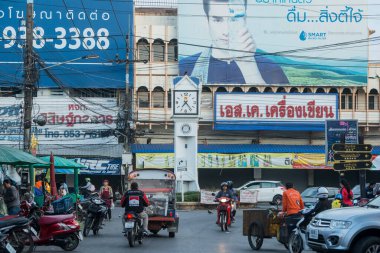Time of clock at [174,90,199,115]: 7:23
